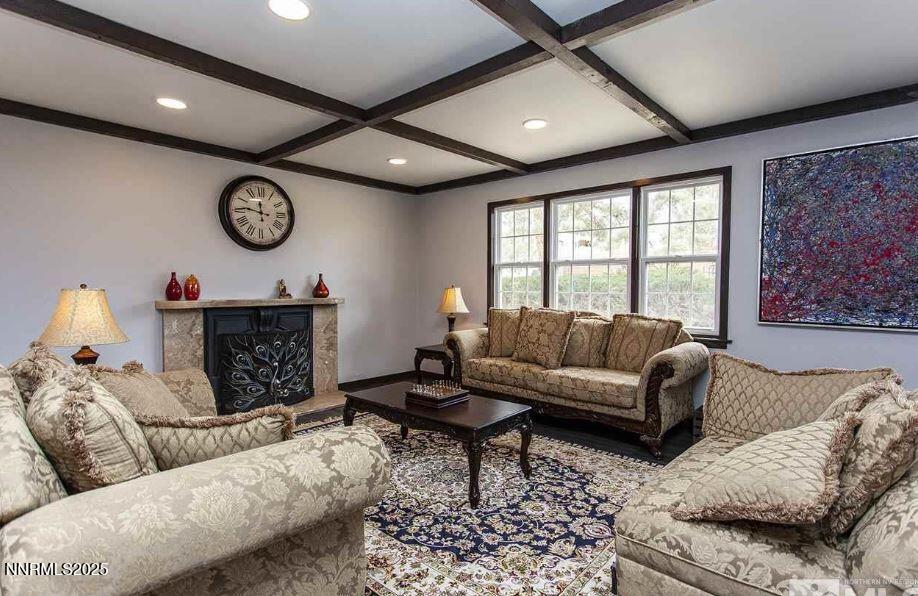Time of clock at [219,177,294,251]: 11:46
